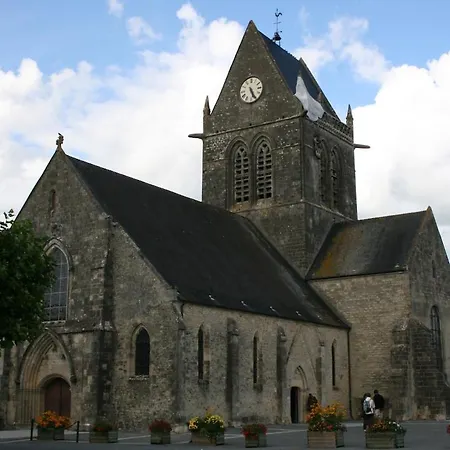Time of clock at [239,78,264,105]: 5:25
